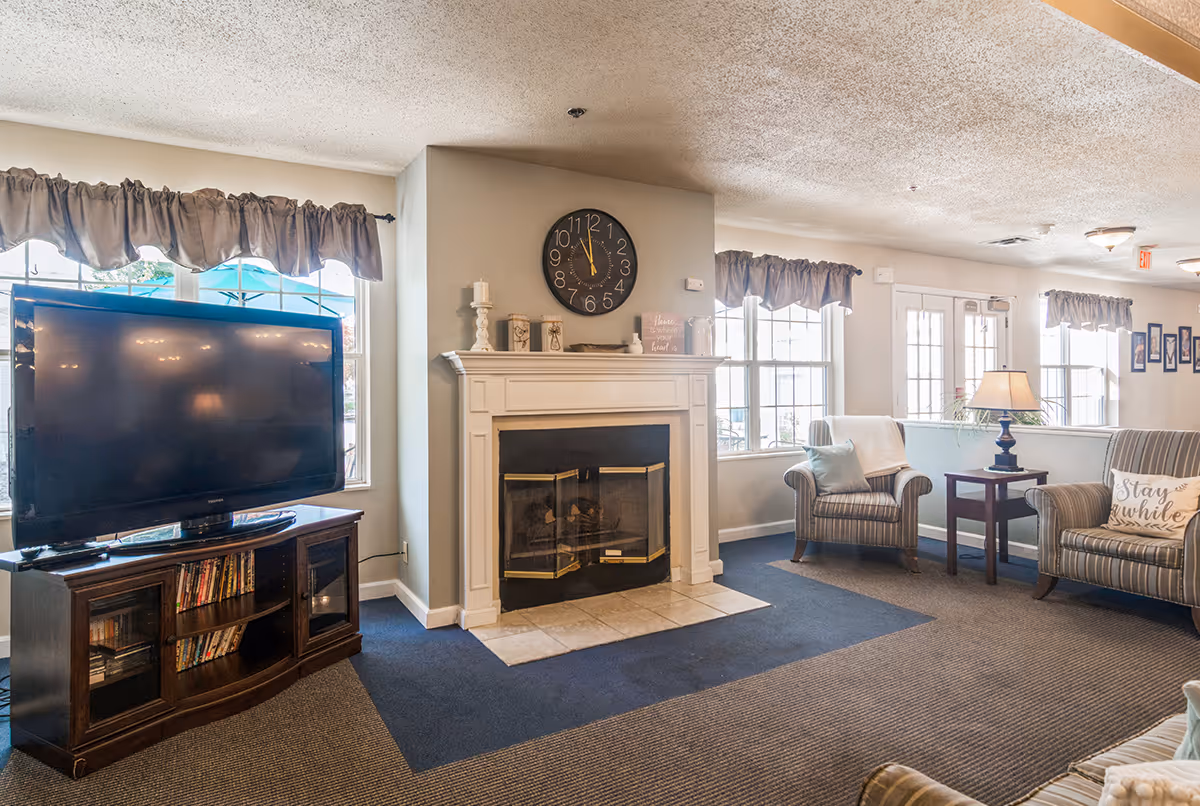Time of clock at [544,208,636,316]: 10:58
